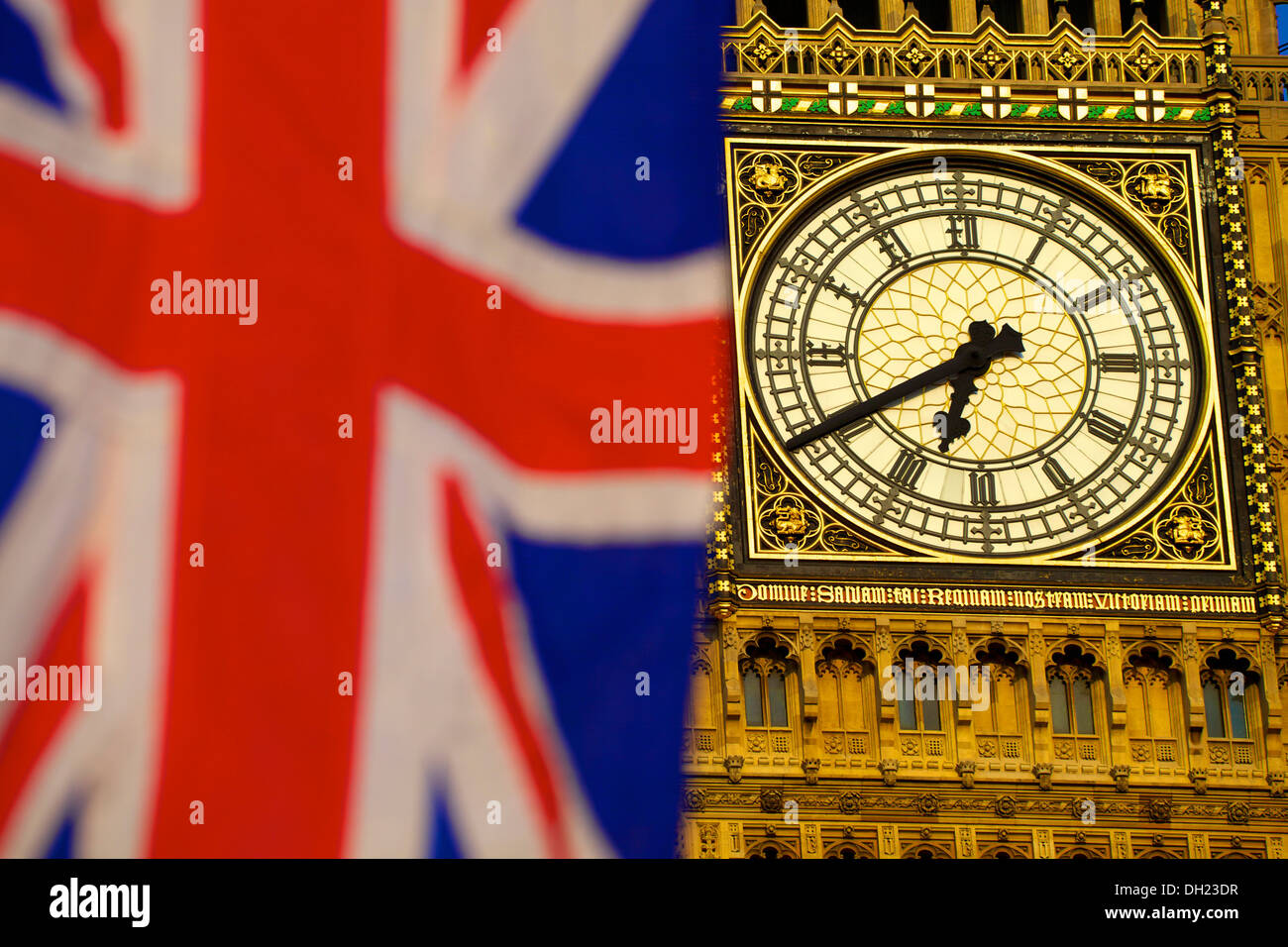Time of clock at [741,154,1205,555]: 6:40
